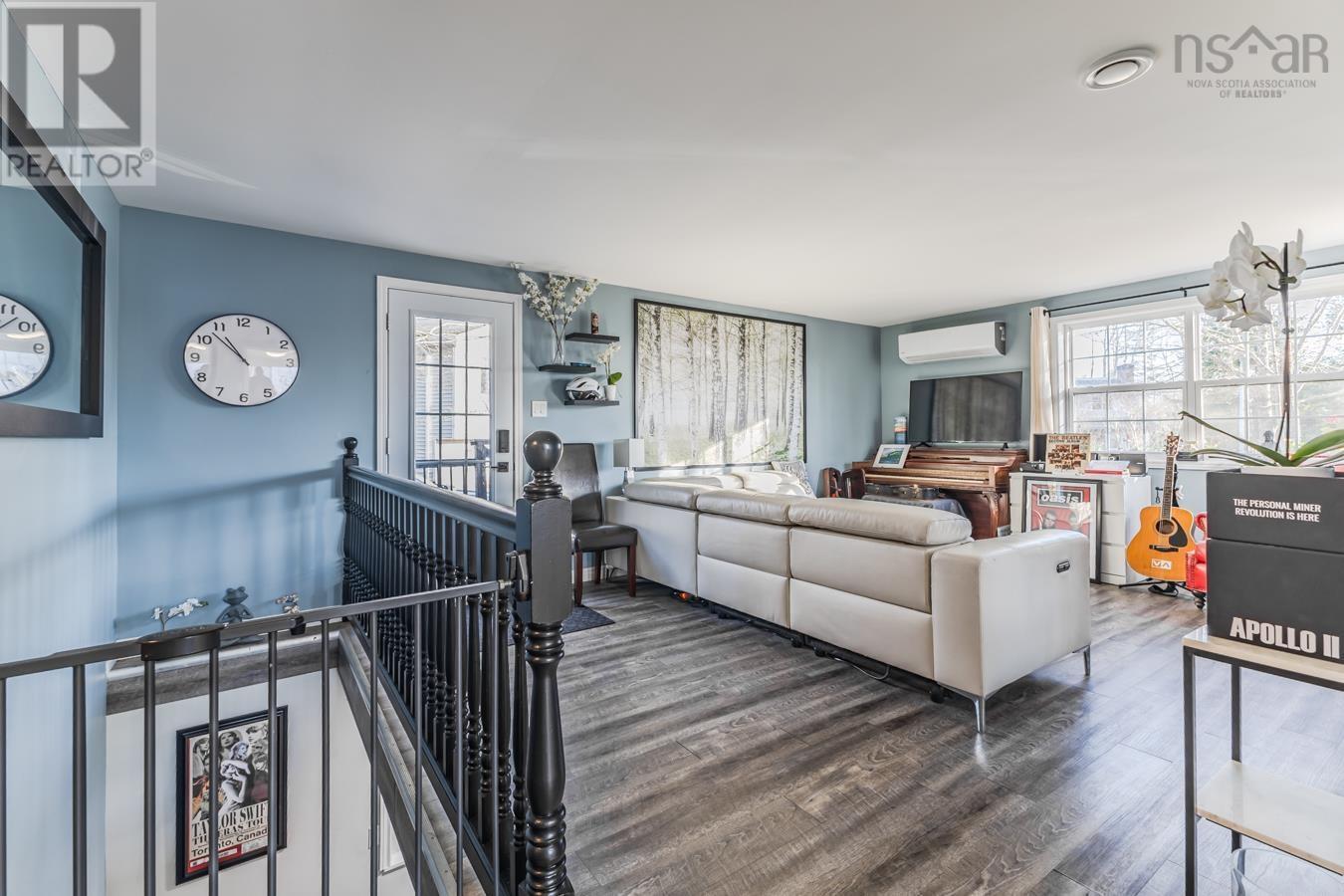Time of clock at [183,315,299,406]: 10:52
